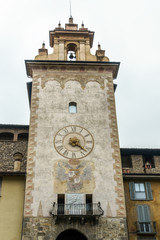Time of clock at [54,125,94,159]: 4:21
